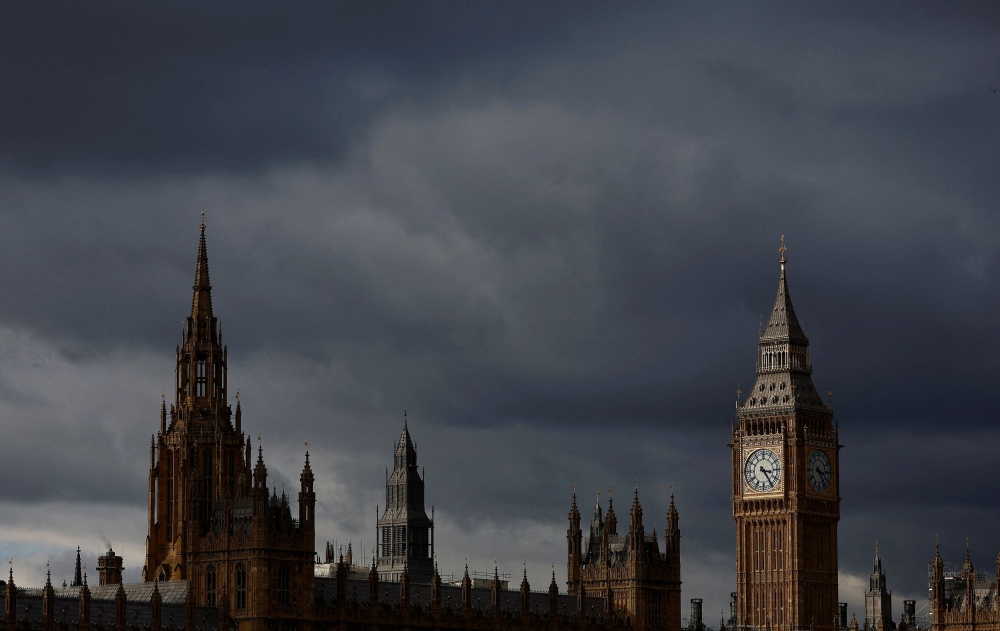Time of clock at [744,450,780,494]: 3:24
